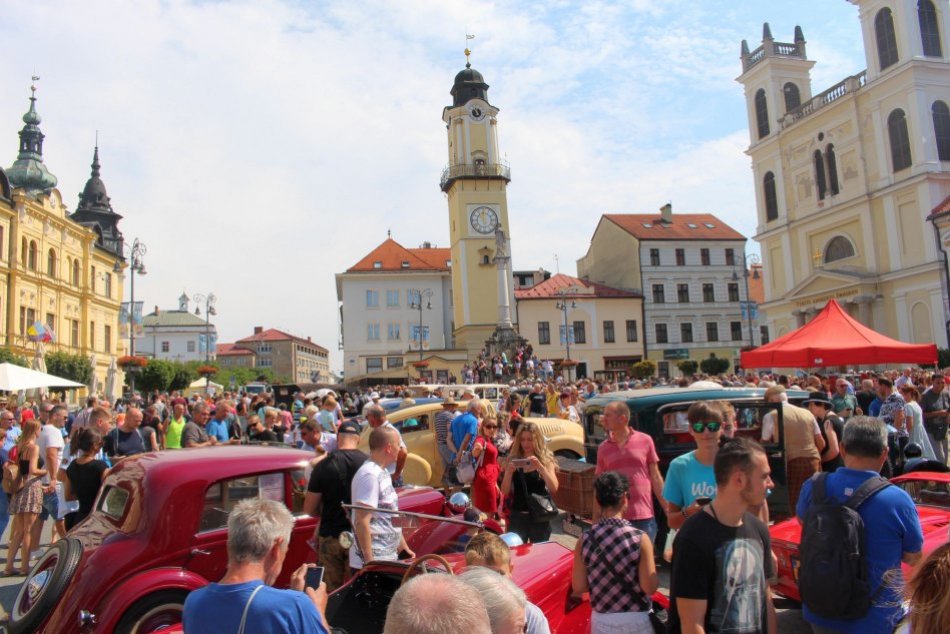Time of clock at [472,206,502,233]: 5:59
